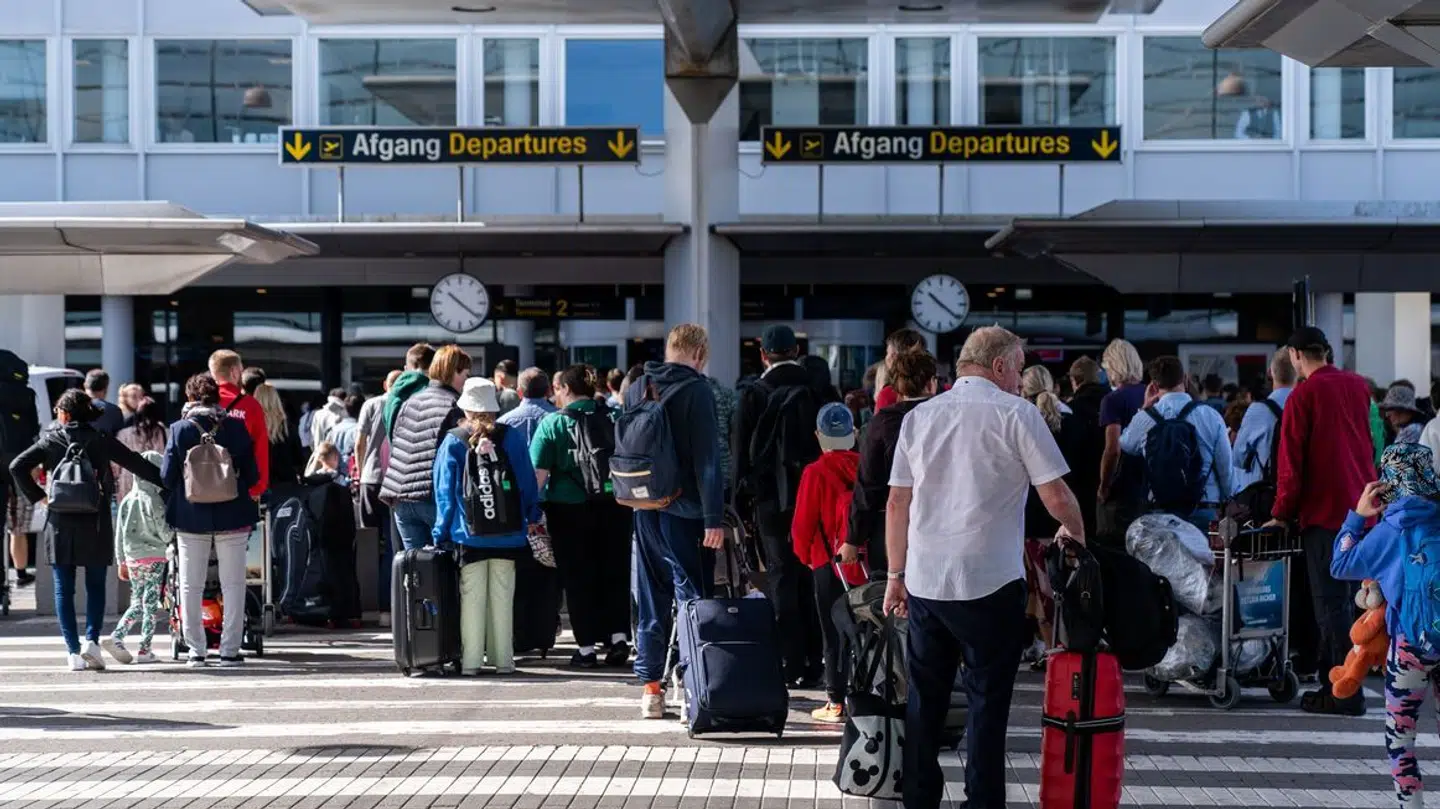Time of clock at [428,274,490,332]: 10:21
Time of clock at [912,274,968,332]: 10:21
